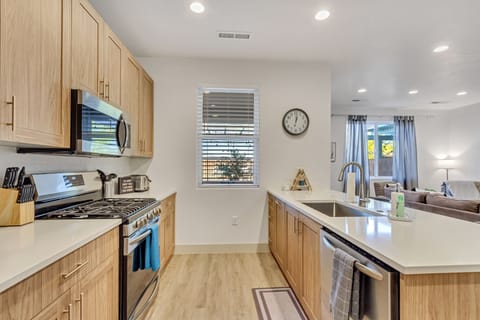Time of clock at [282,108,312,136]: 12:32
